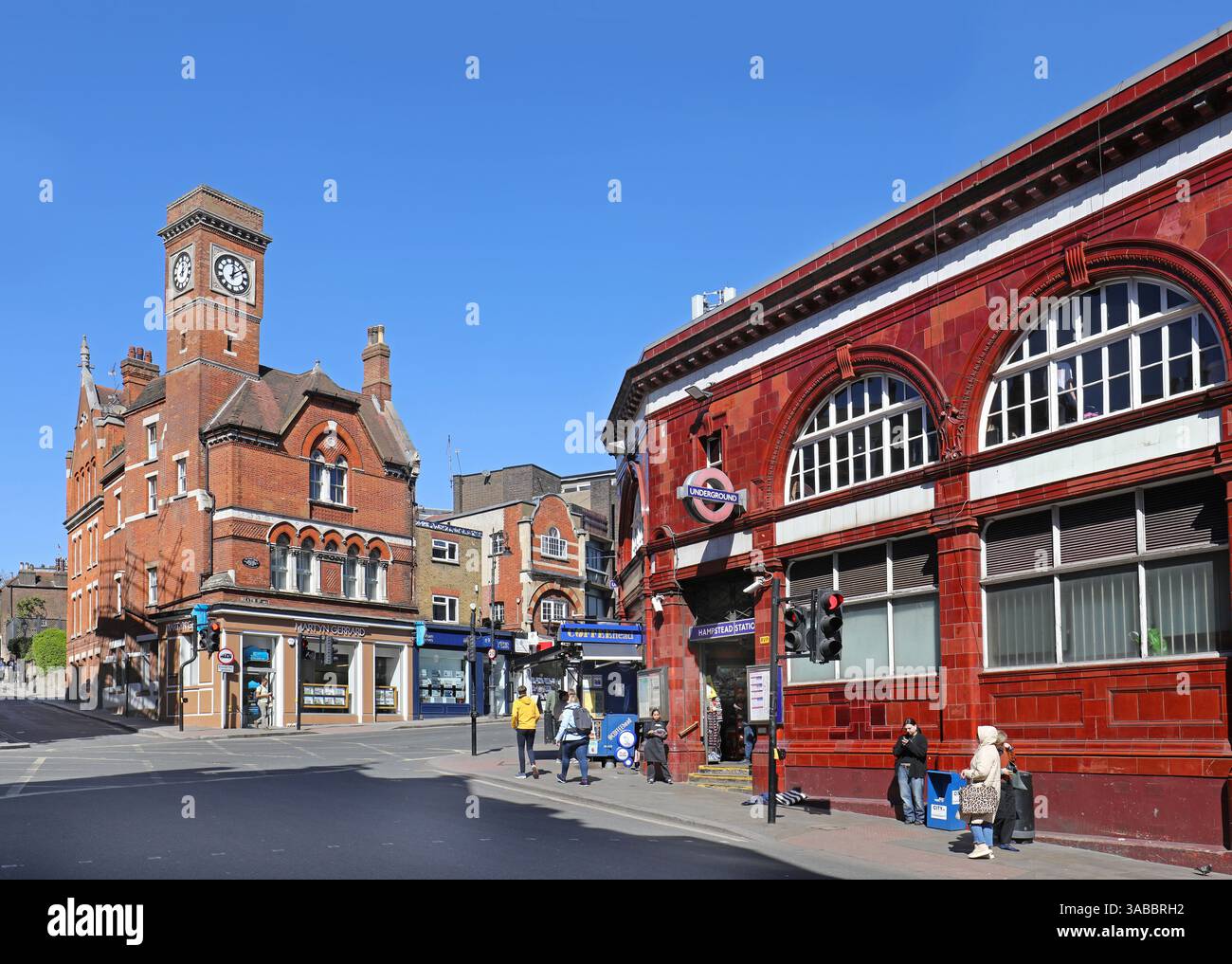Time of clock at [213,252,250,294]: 12:08
